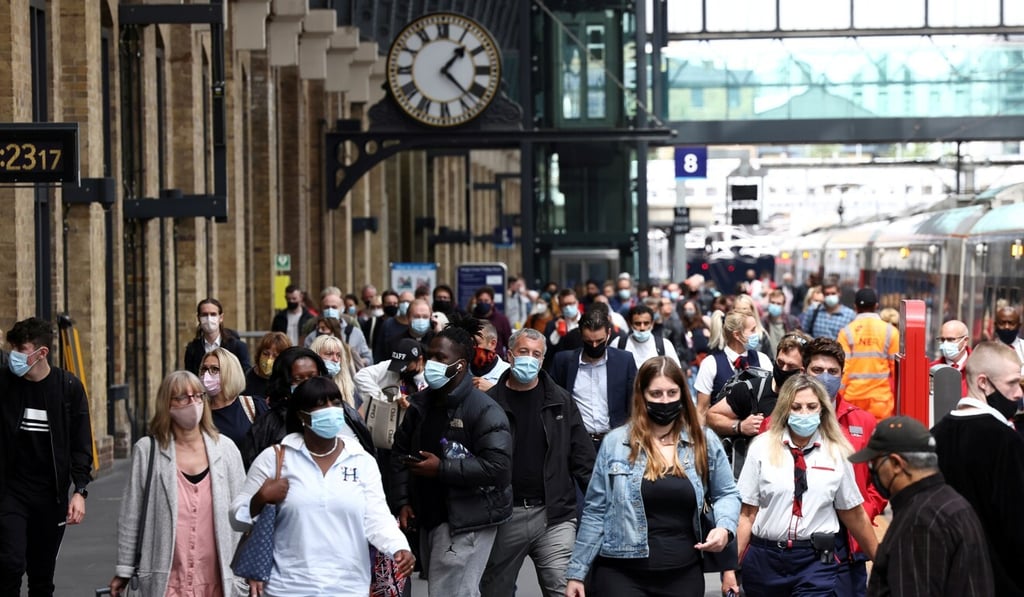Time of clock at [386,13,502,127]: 1:22
